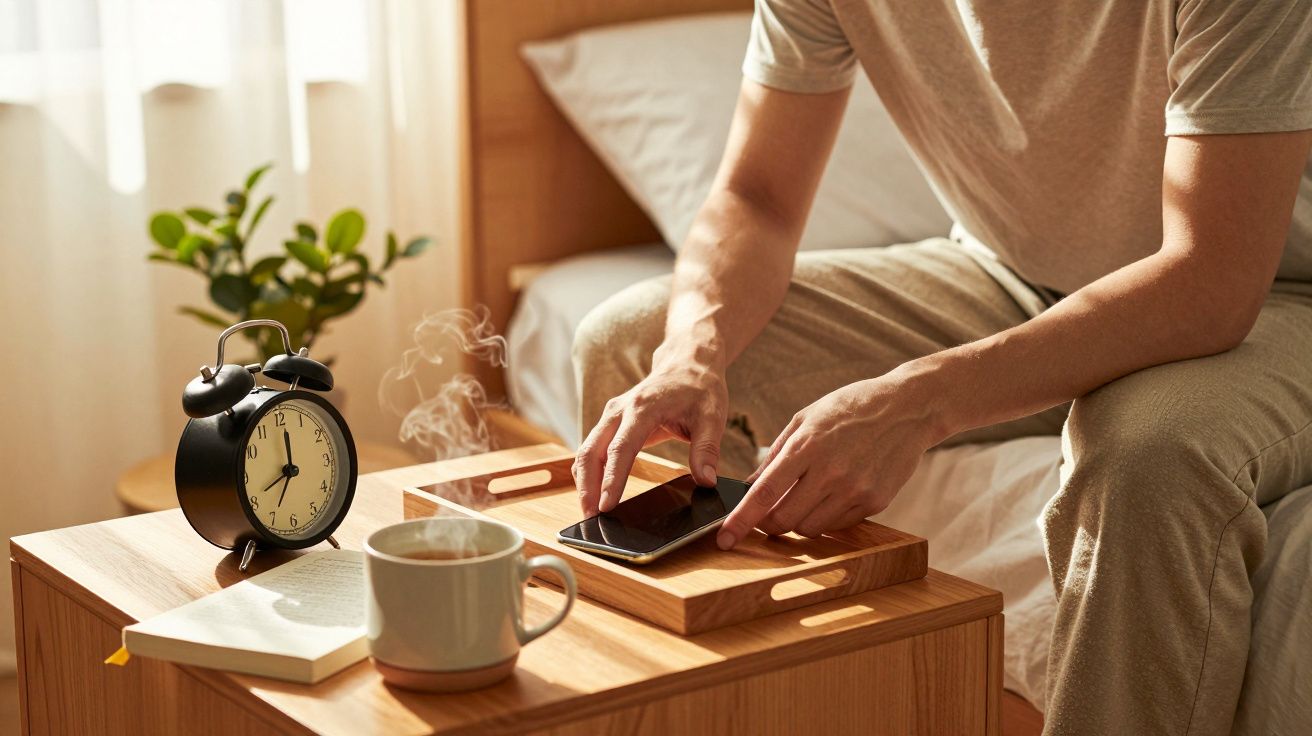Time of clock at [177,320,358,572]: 8:01
